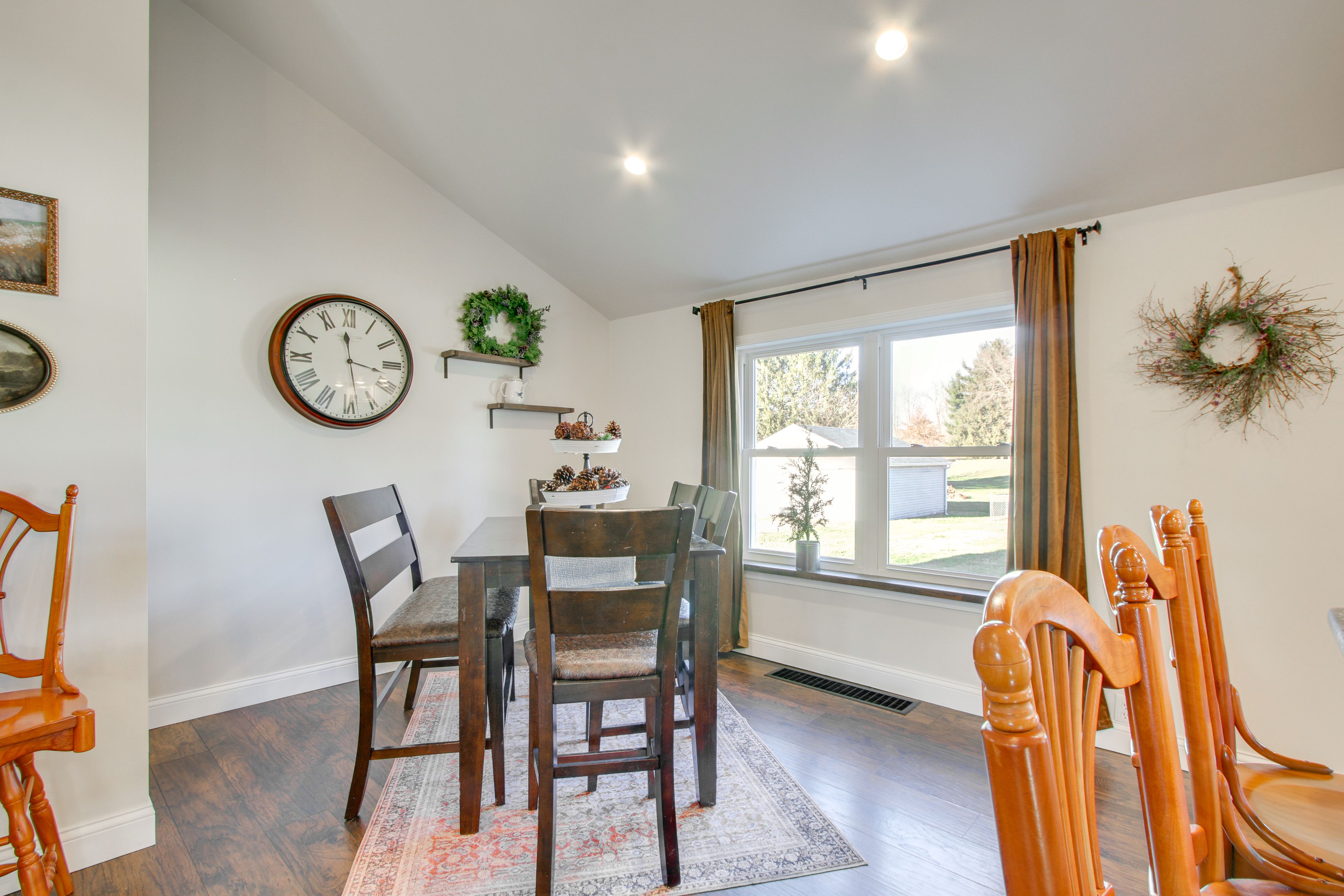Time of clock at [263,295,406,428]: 3:28
